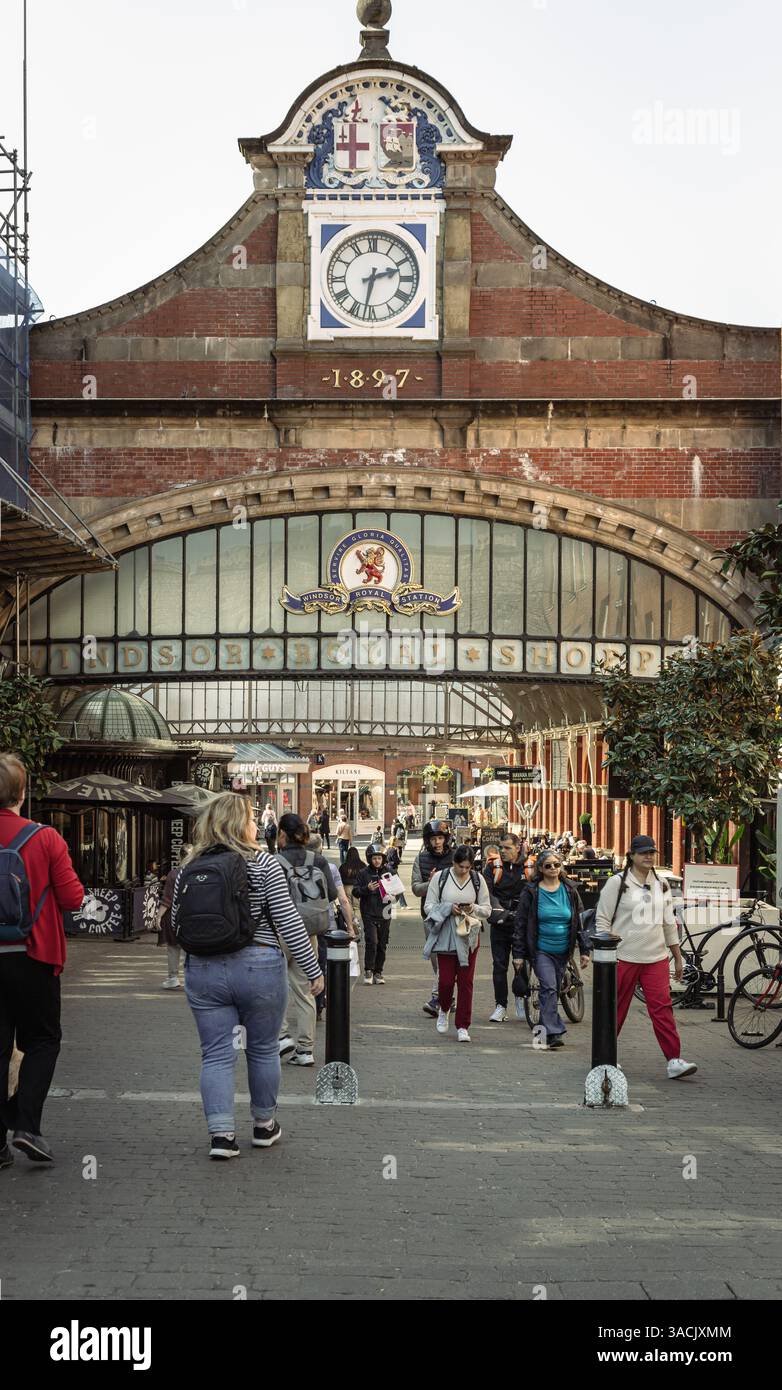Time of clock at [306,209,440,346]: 2:32
